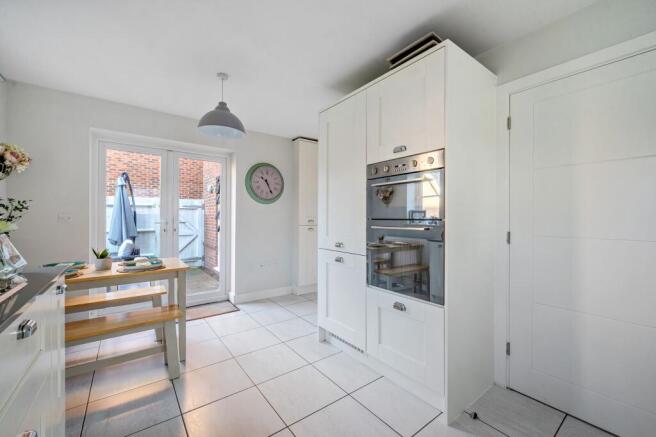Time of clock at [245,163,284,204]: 10:25
